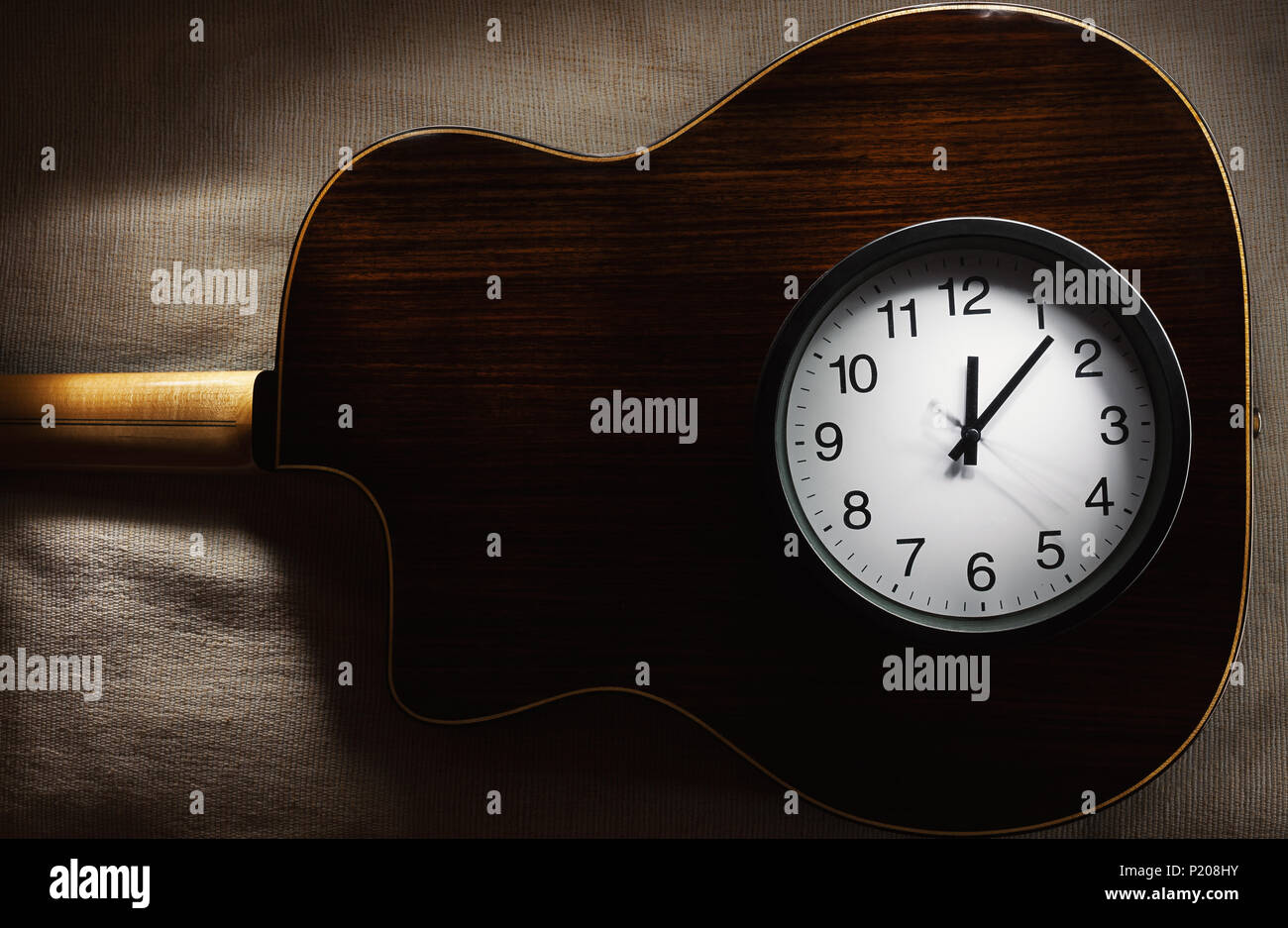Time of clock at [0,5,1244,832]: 12:07
